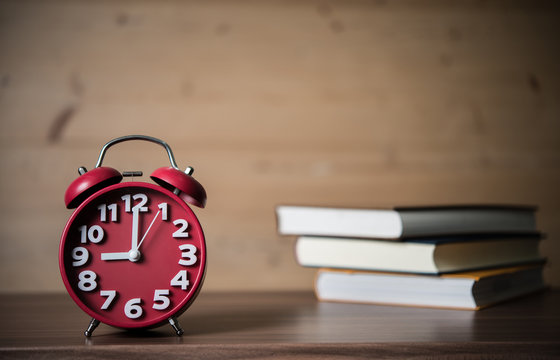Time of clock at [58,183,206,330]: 9:00
